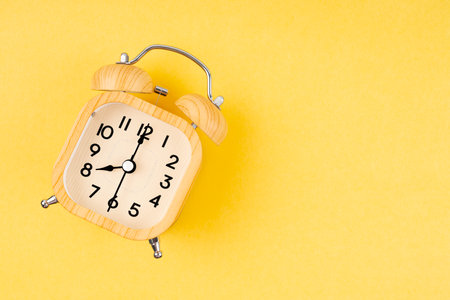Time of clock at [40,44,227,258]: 8:00
